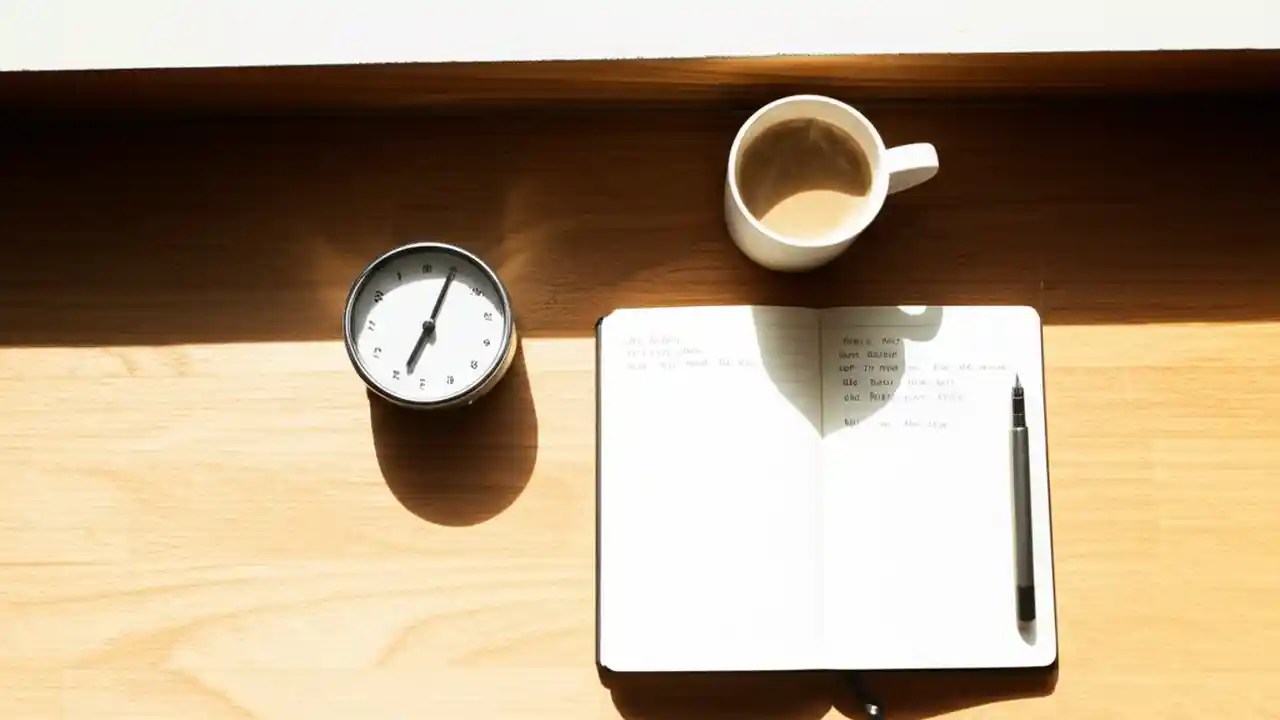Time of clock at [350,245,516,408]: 7:04
